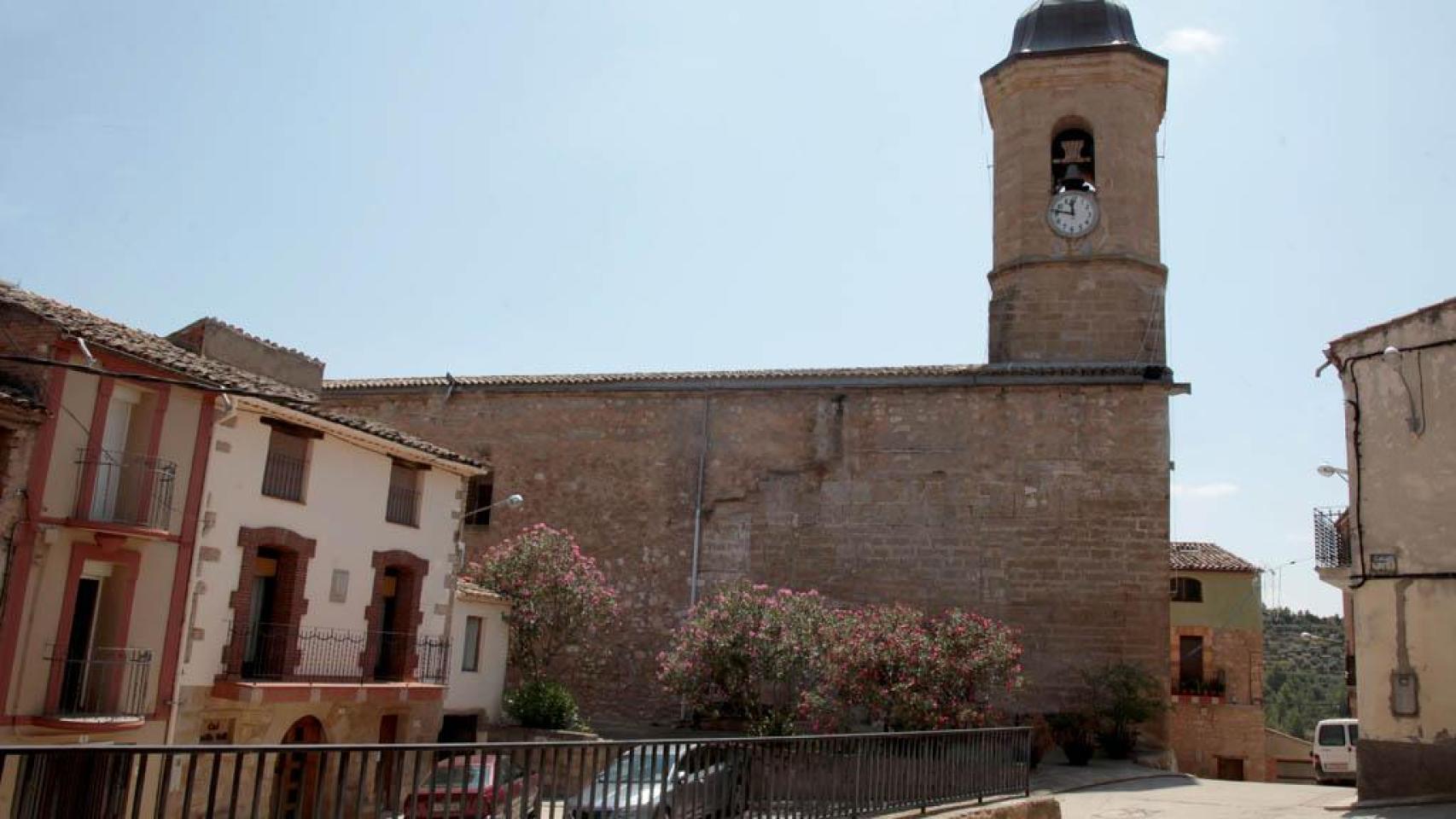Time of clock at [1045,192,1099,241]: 11:46
